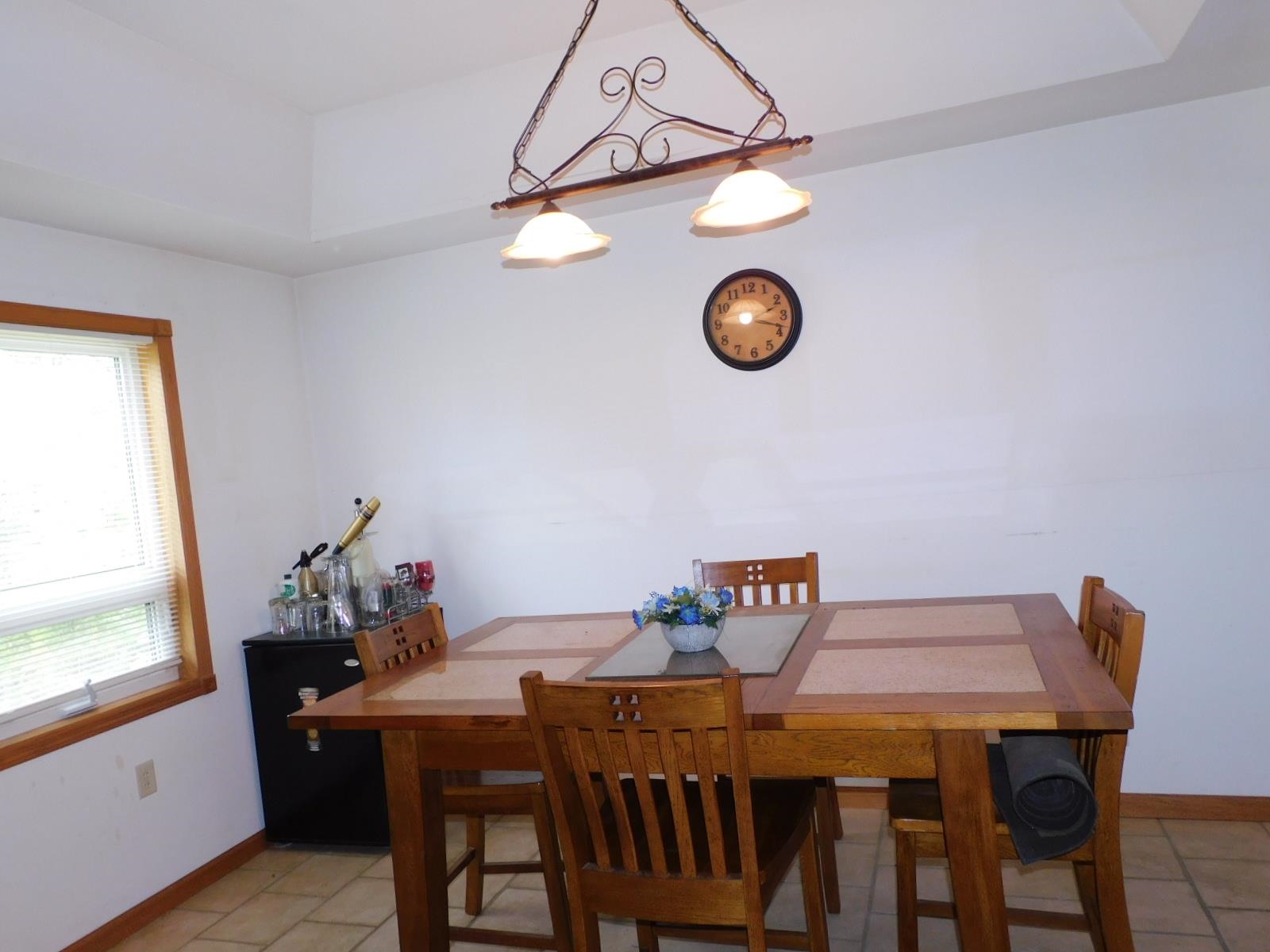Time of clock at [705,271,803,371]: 2:18
